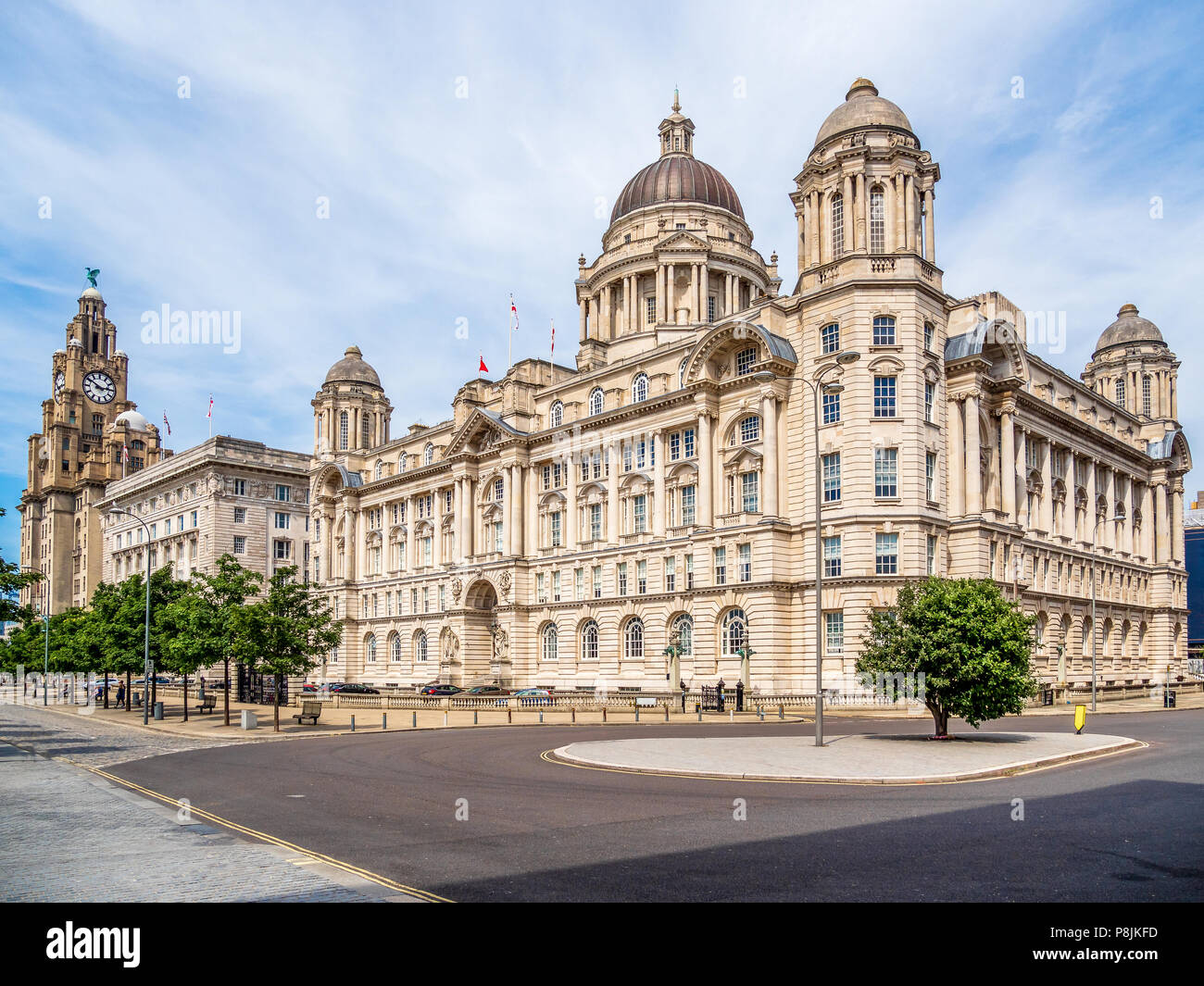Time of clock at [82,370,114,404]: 2:50
